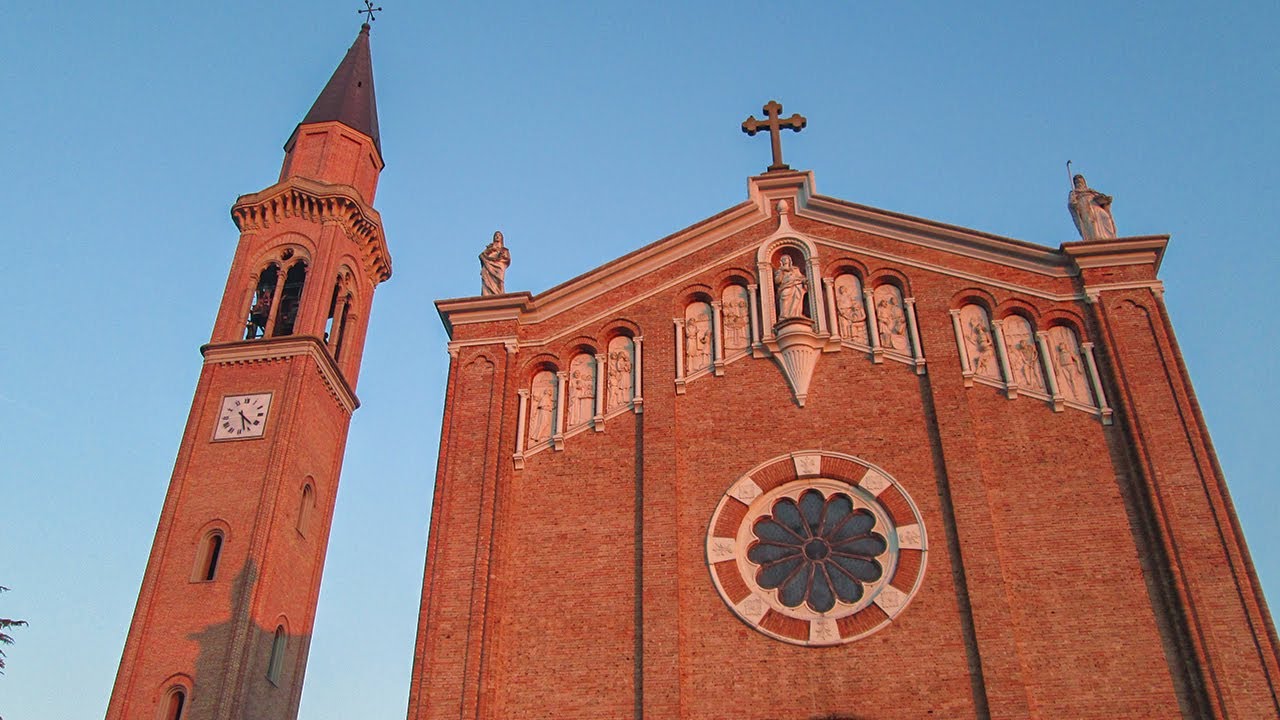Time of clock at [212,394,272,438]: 4:27
